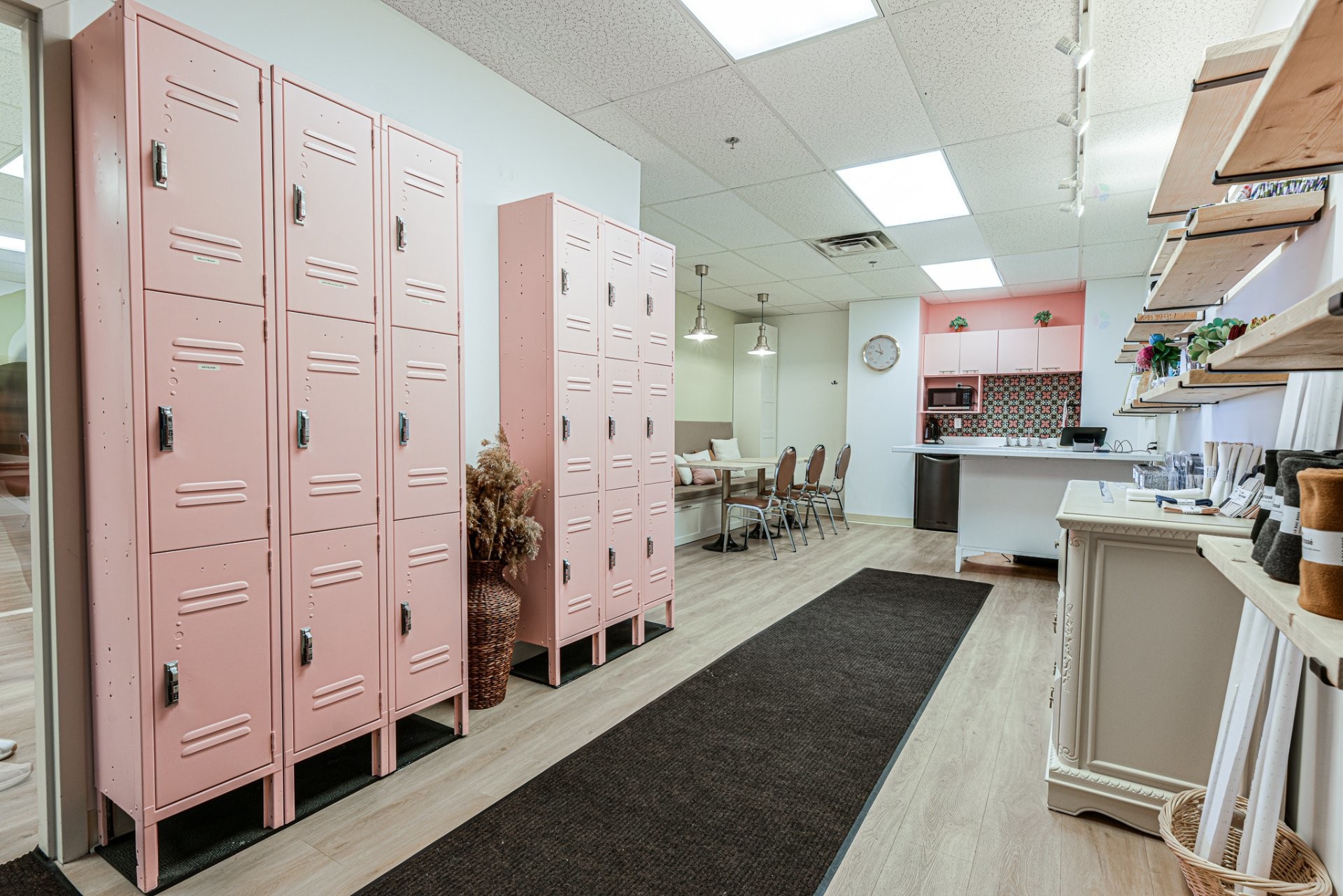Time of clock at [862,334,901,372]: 9:57
